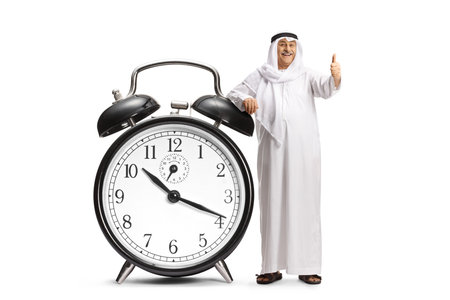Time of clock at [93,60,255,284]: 10:18
